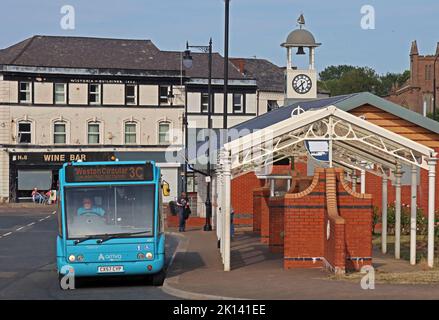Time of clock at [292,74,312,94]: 5:37
